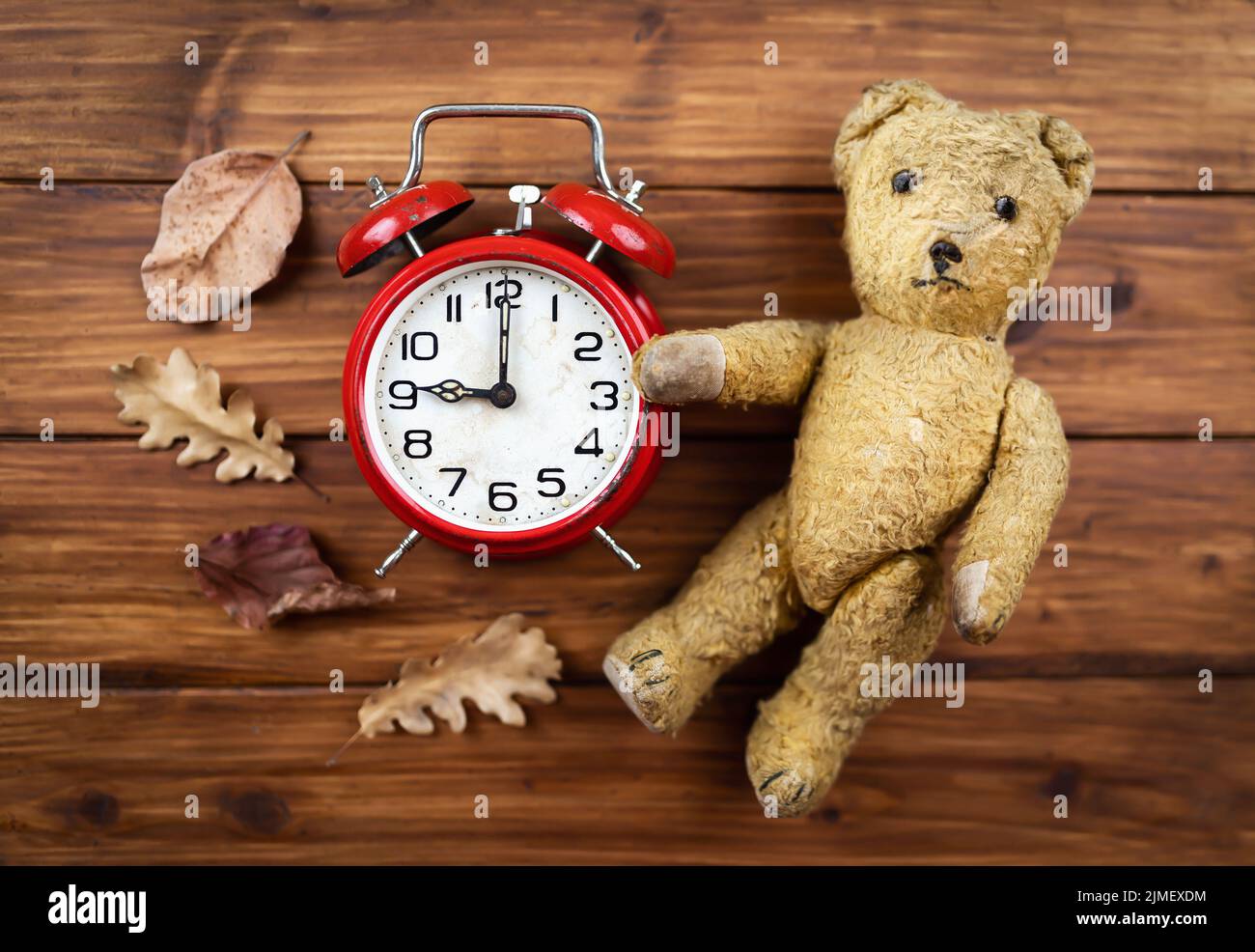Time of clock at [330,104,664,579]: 9:00
